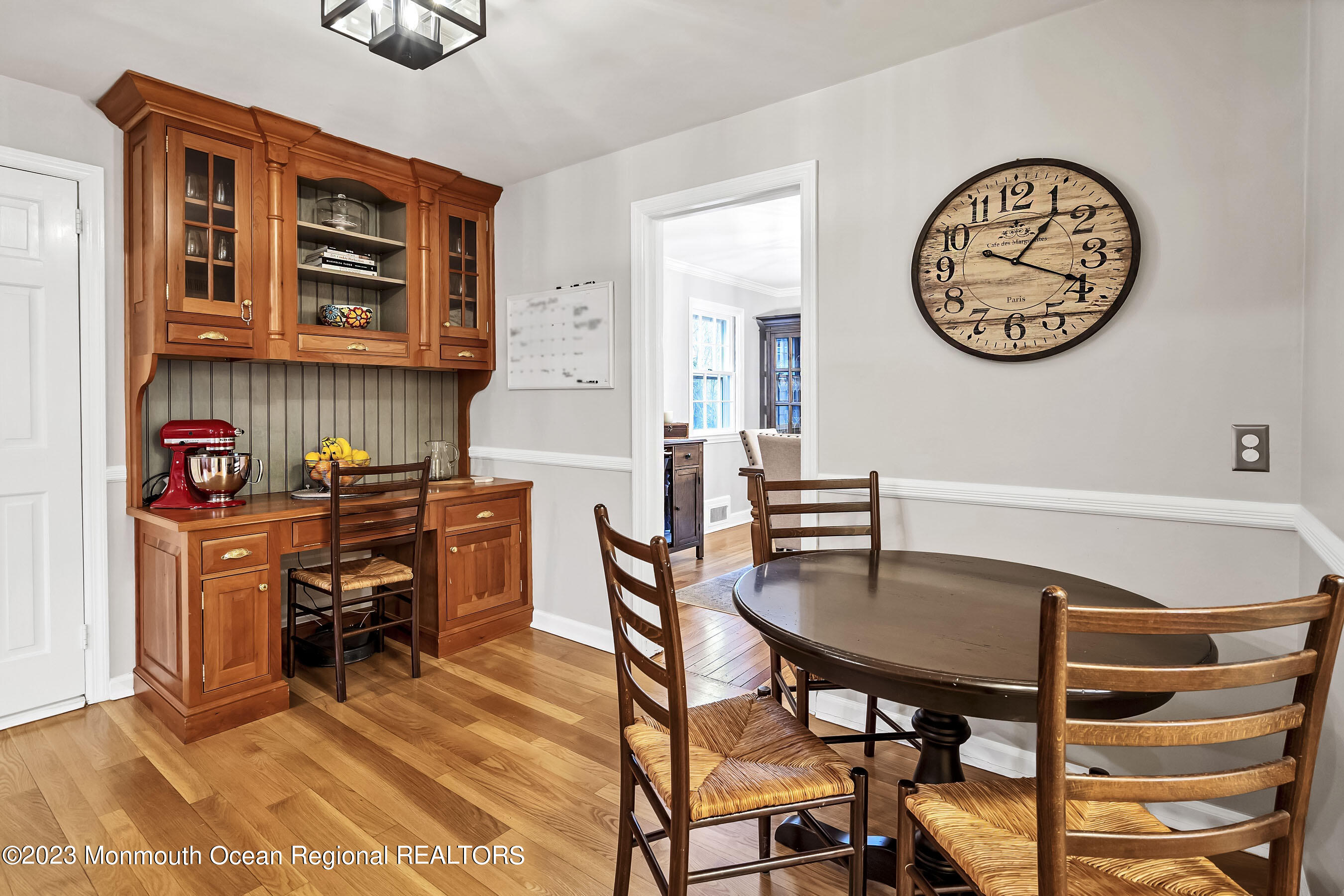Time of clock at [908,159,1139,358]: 1:18
